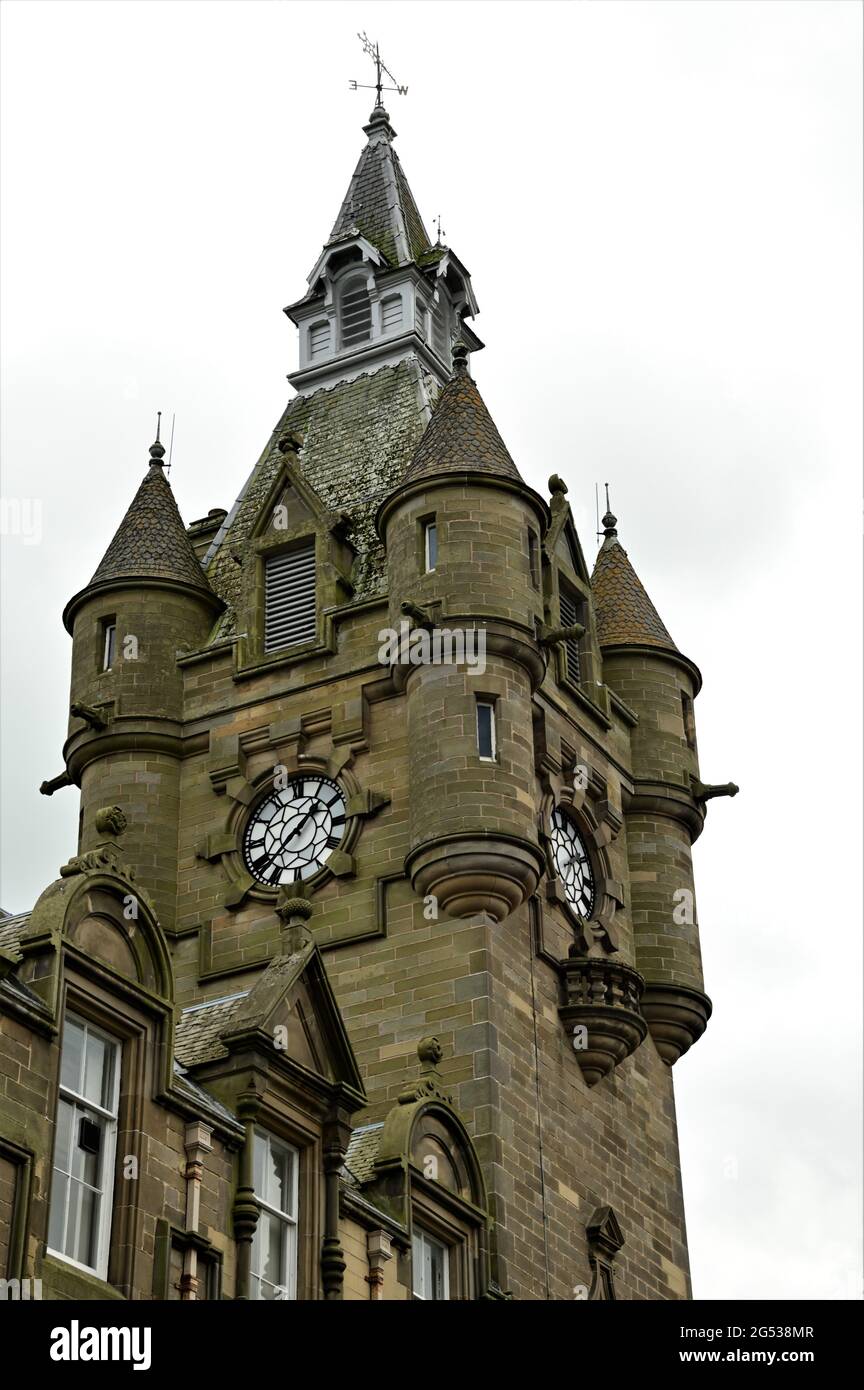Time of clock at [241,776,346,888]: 1:37
